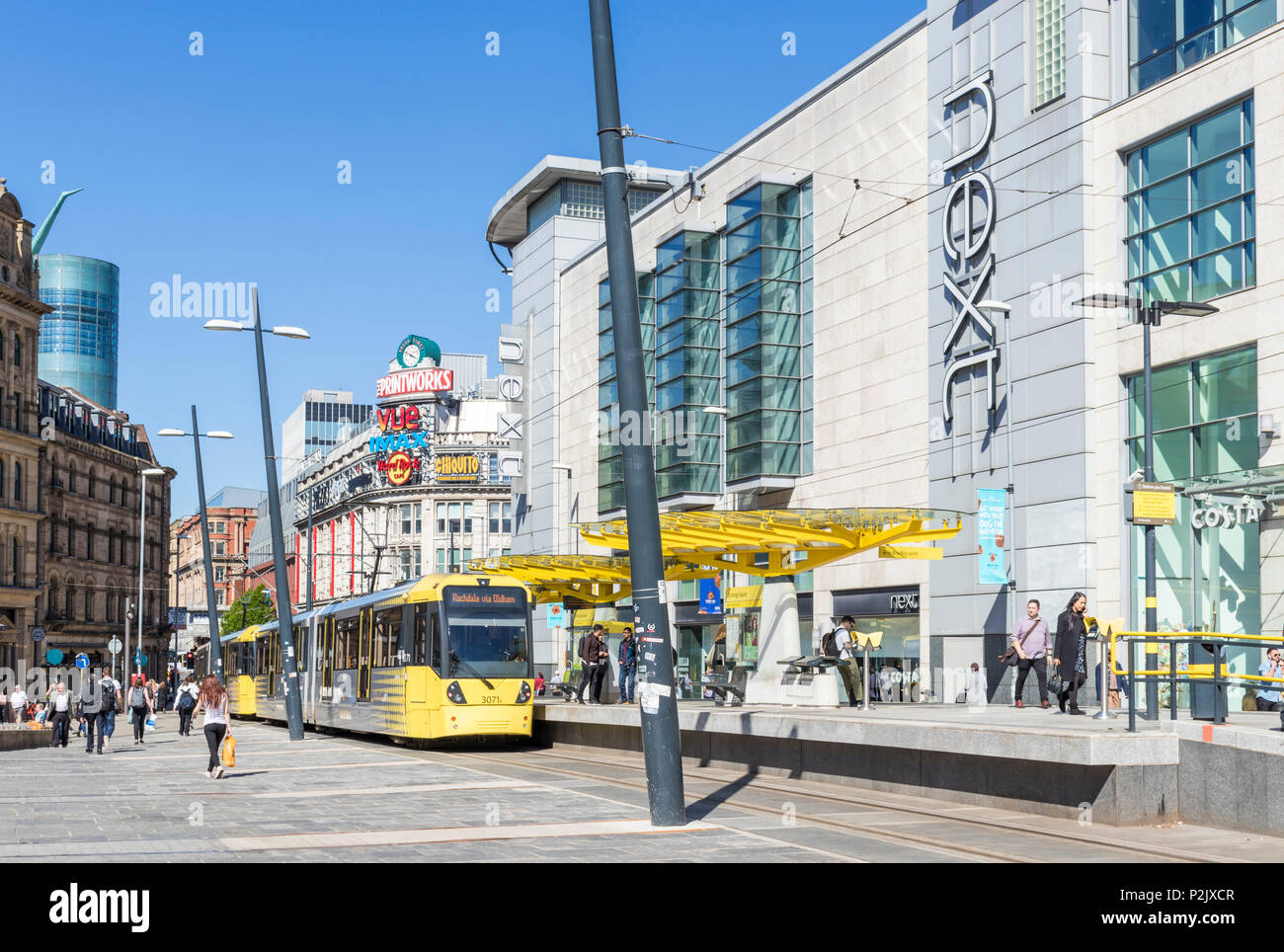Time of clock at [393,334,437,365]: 3:48
